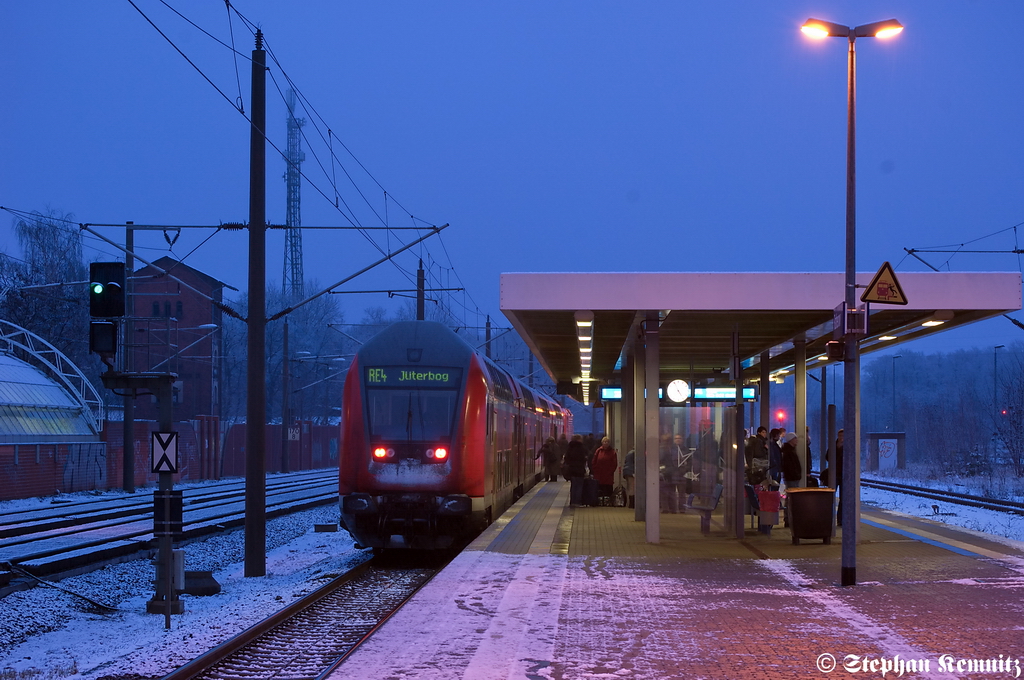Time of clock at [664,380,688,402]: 4:55
